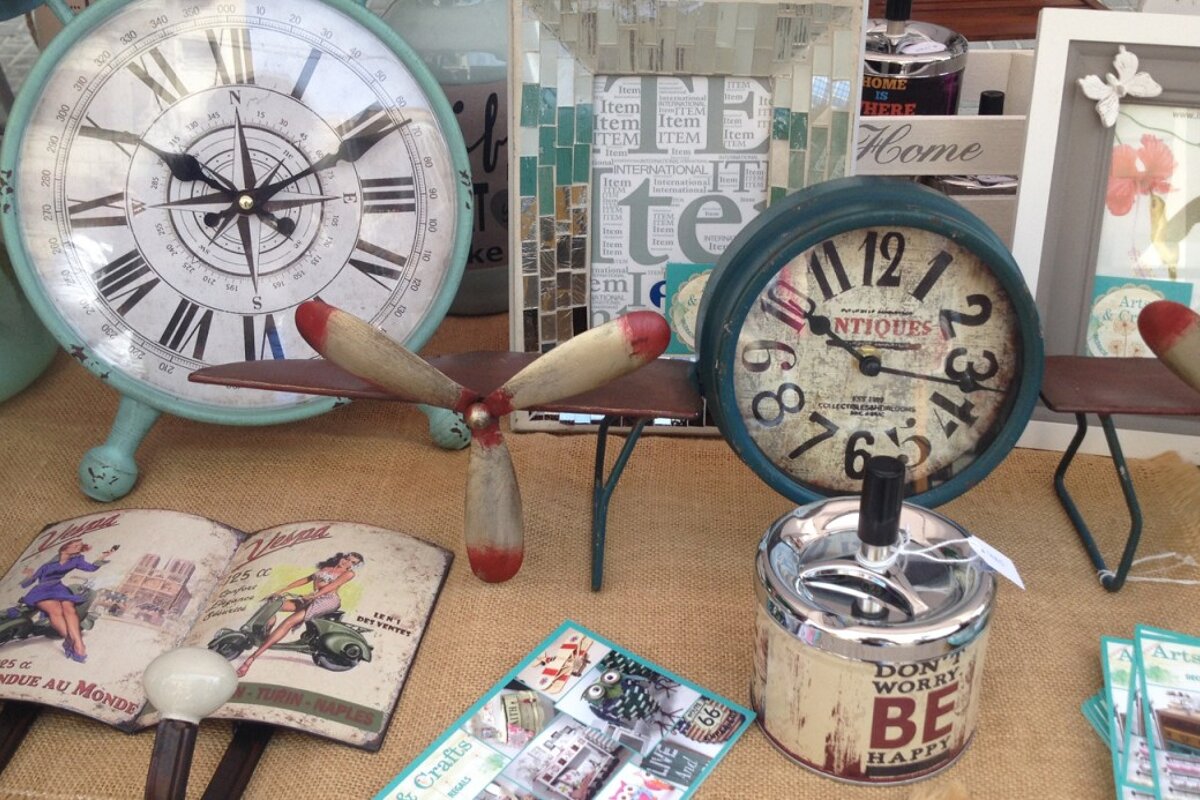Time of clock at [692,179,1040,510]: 10:16
